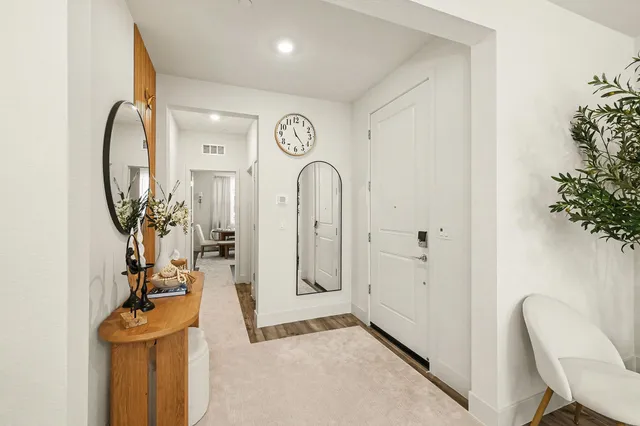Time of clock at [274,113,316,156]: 11:23
